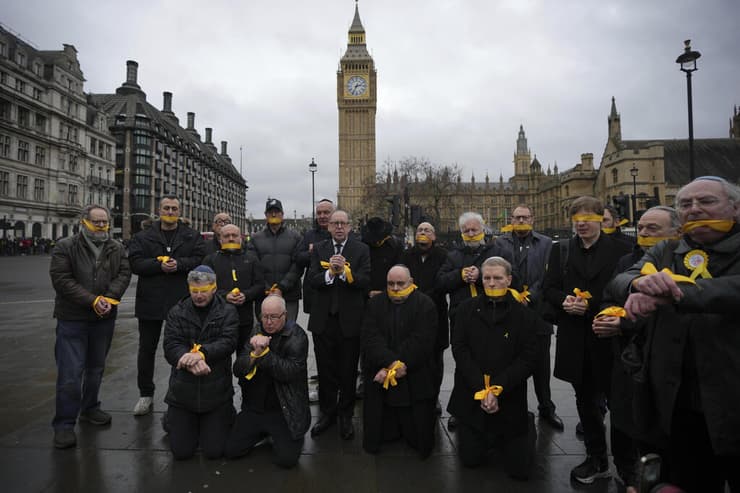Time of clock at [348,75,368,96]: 2:34
